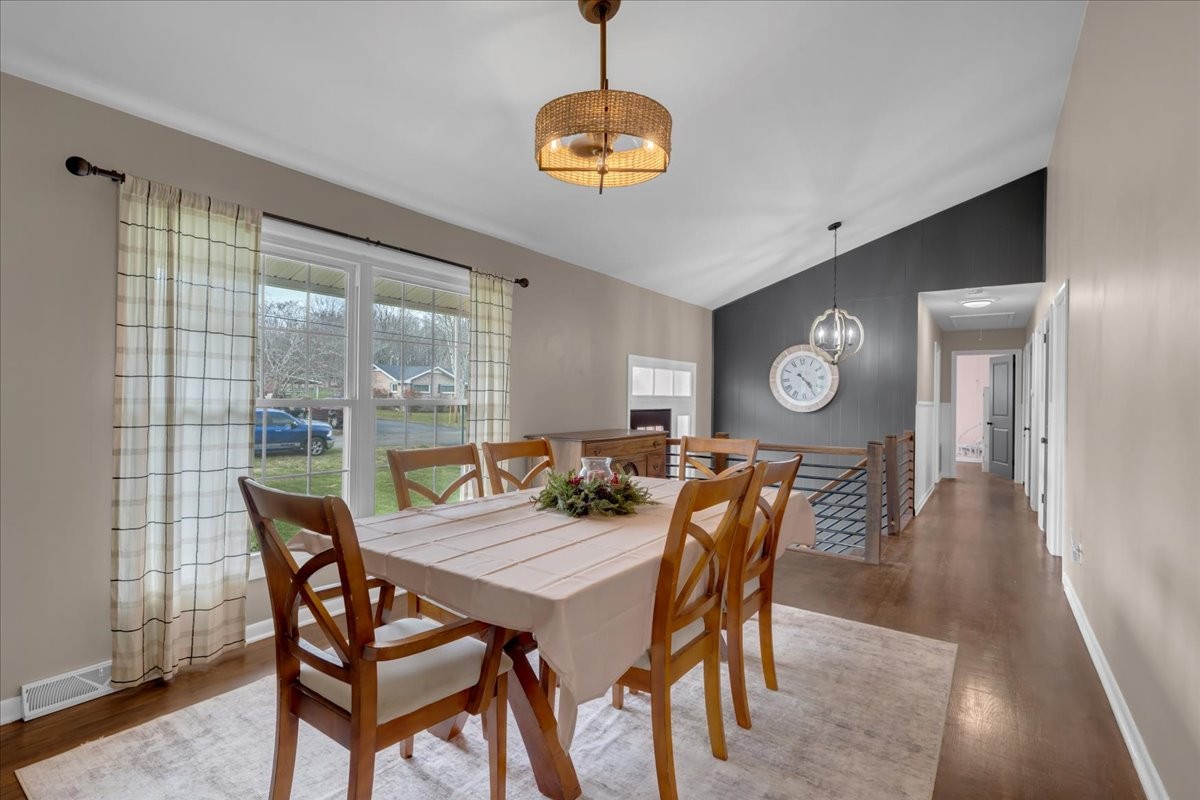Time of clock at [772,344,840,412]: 4:23
